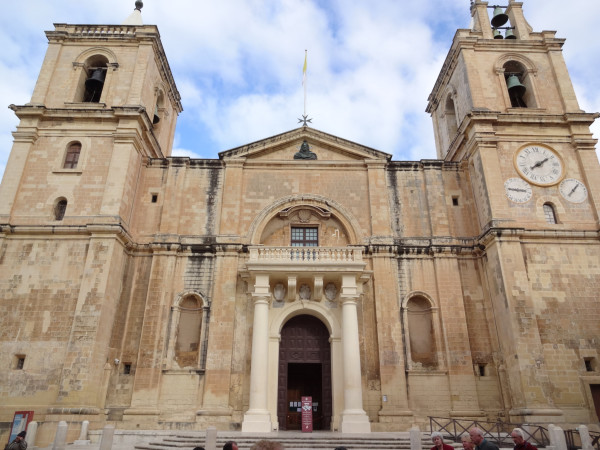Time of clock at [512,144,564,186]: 8:09
